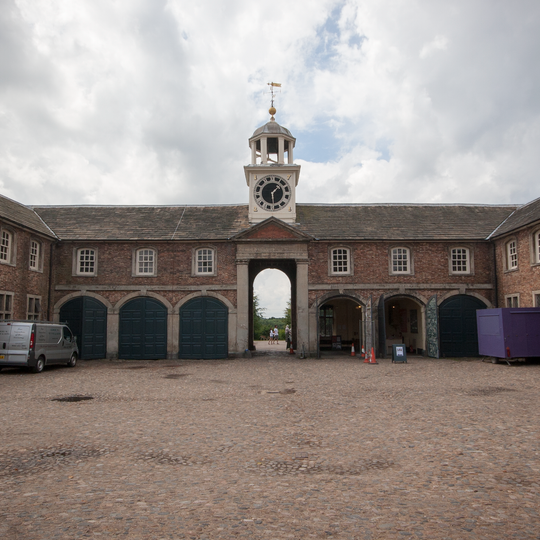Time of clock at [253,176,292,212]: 1:28
